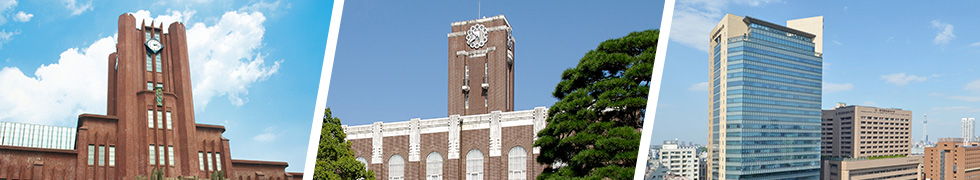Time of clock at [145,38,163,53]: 2:18
